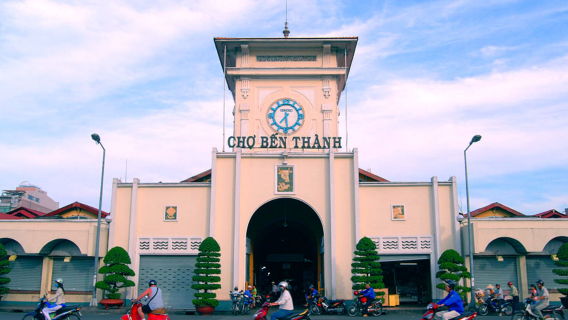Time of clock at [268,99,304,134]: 7:28
